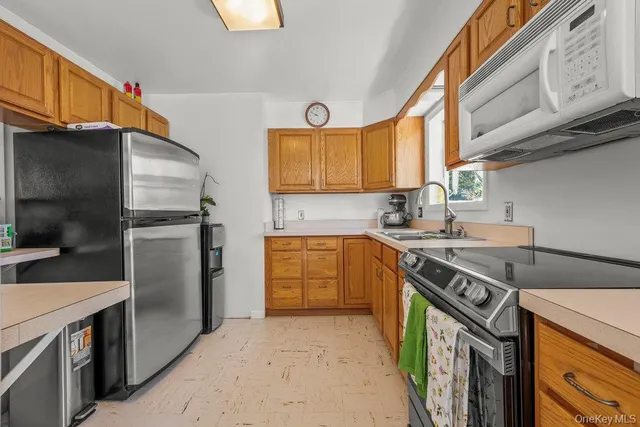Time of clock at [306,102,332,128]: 8:48
